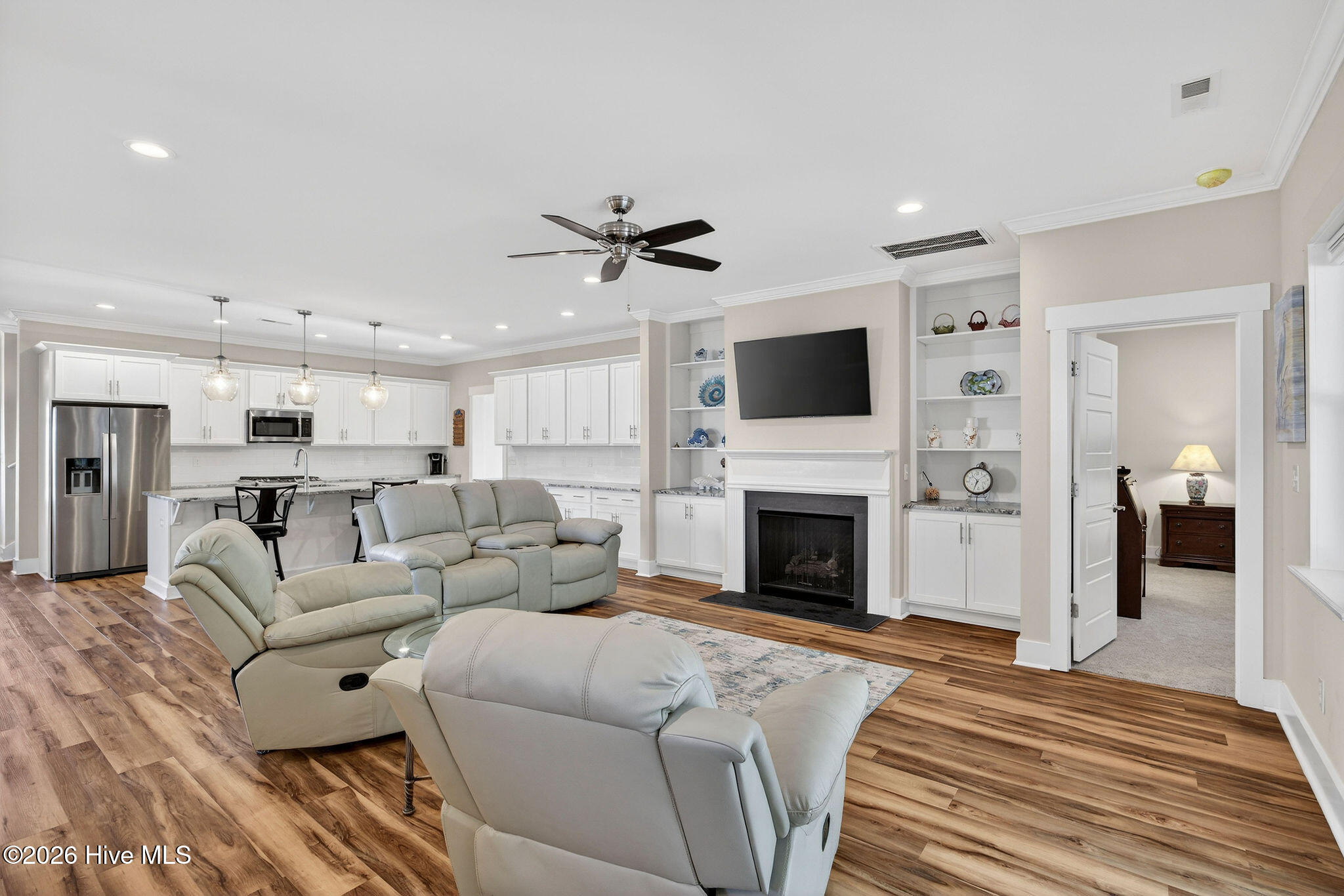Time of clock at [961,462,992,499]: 10:34
